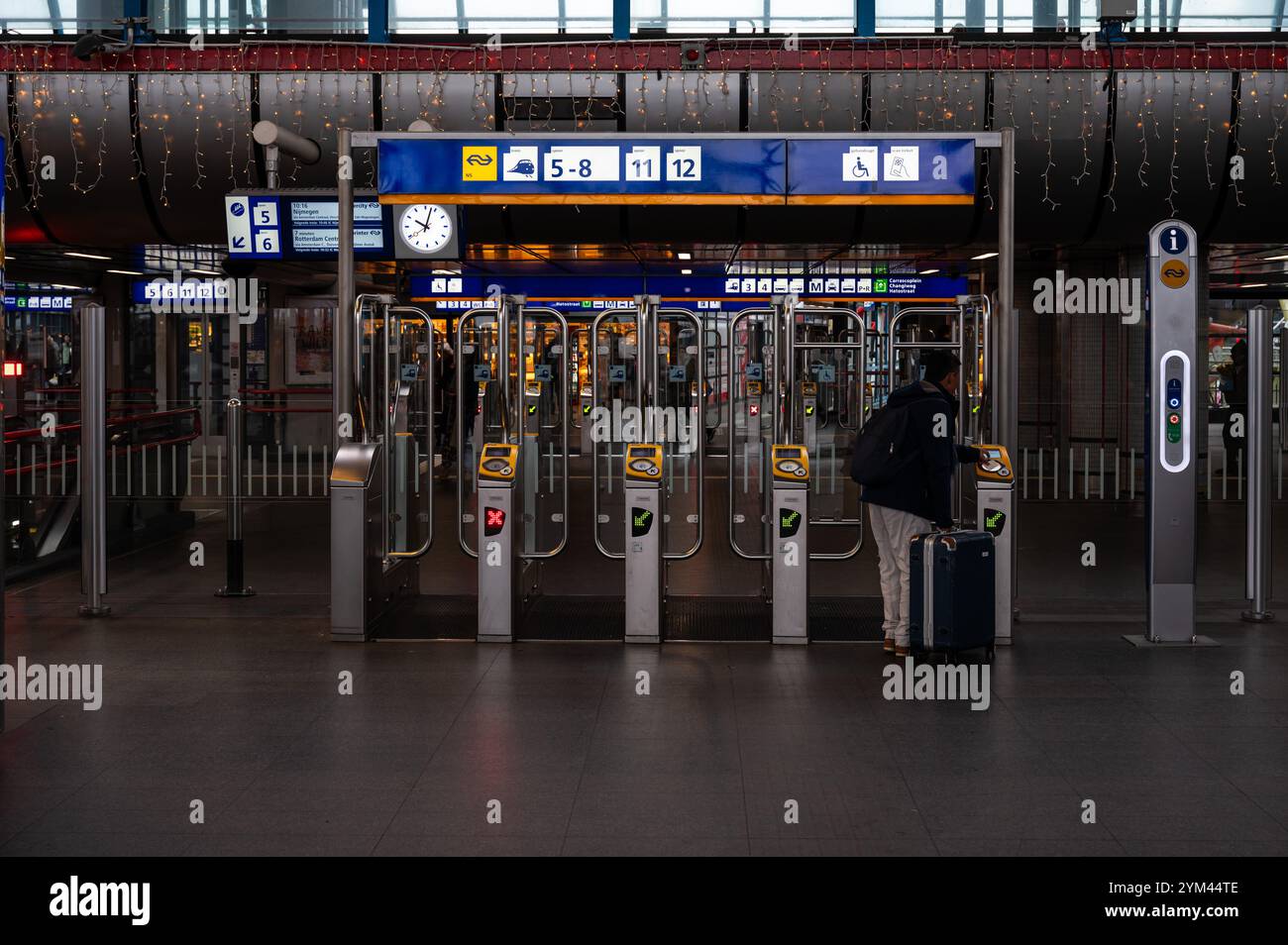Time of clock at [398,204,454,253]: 10:02
